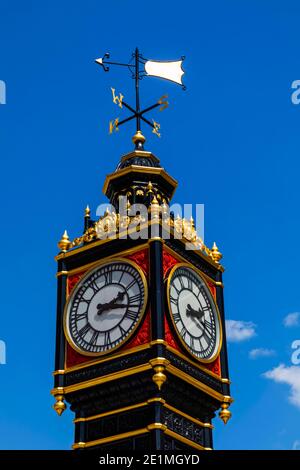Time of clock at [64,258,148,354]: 2:17
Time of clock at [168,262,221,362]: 2:18
